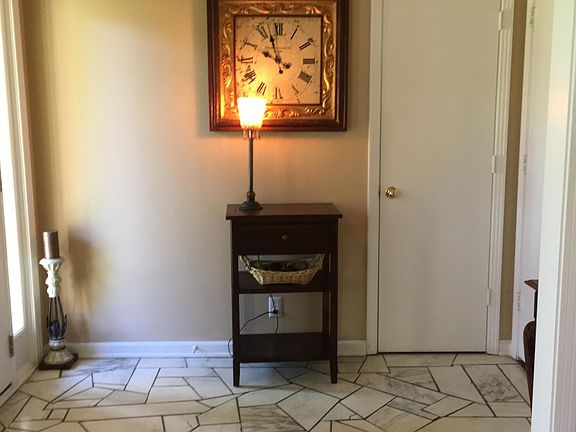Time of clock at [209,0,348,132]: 9:57
